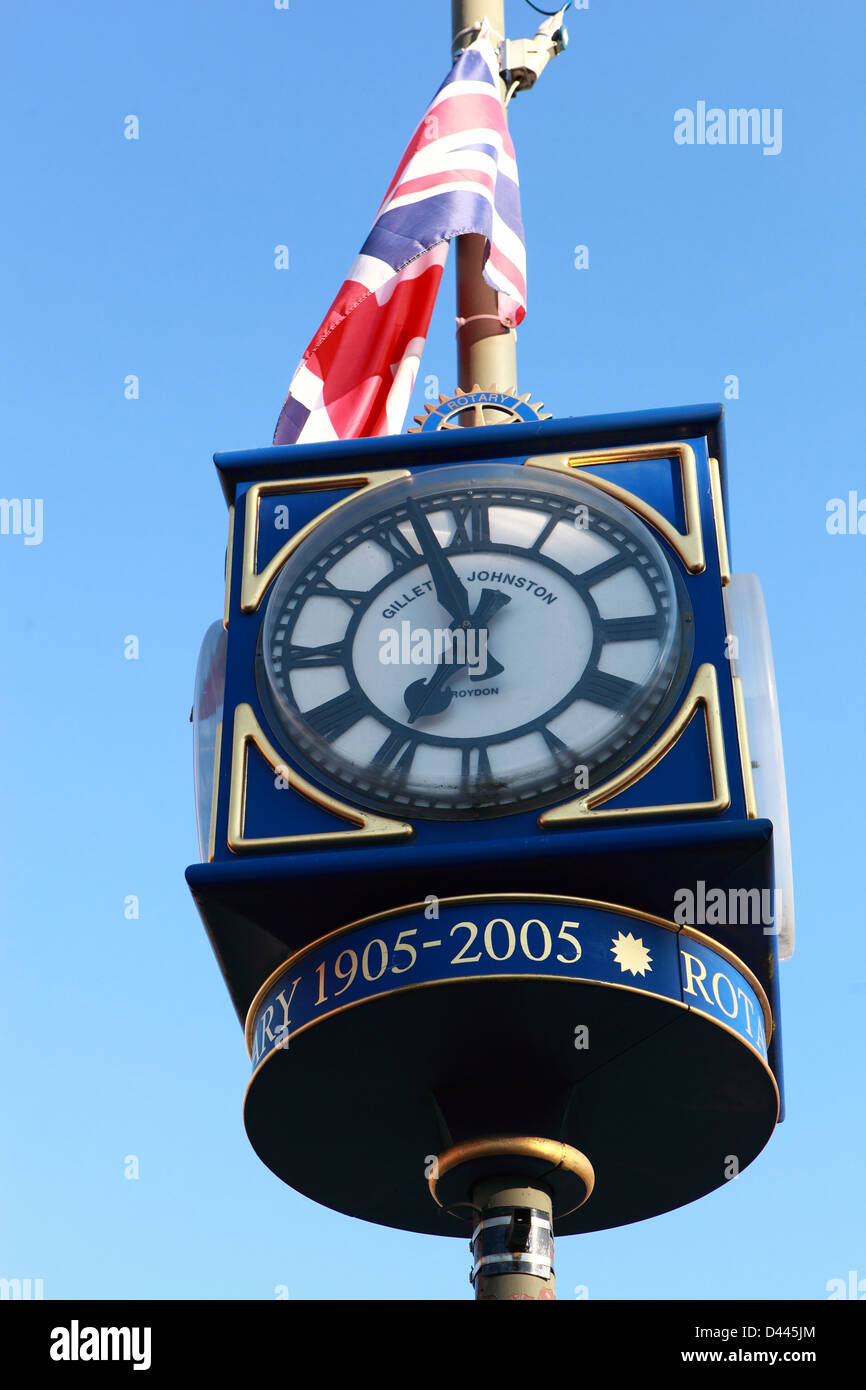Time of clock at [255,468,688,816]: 6:56
